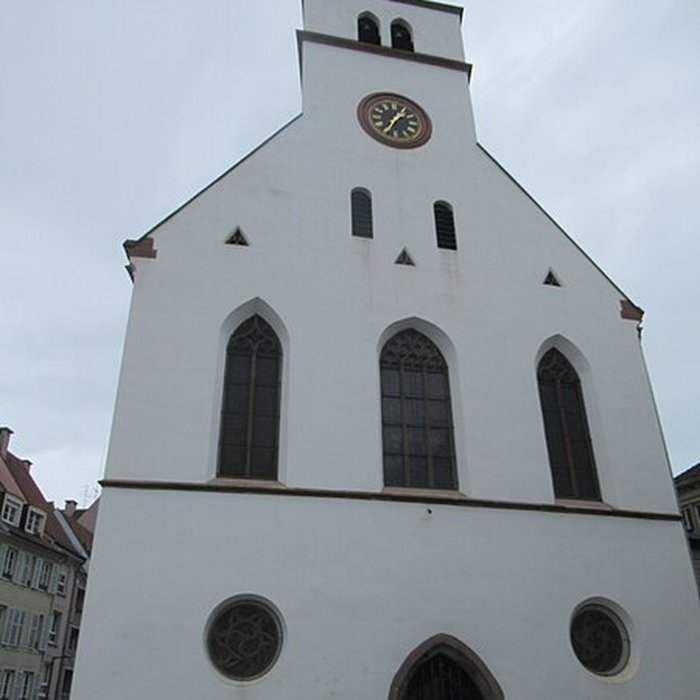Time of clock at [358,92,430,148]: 1:35
